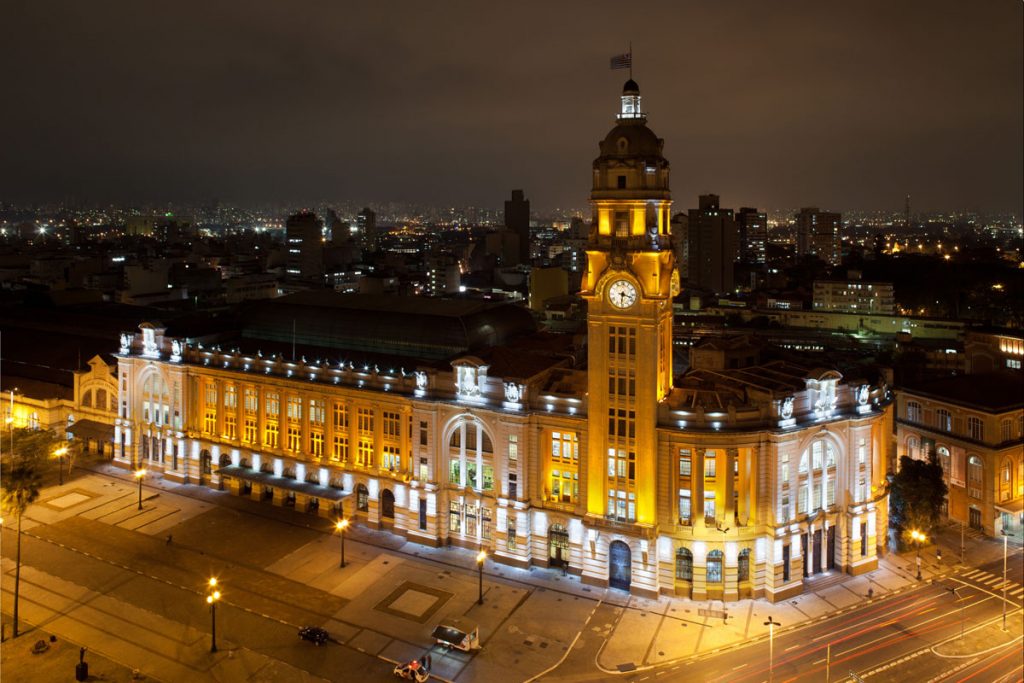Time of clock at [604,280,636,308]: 3:31
